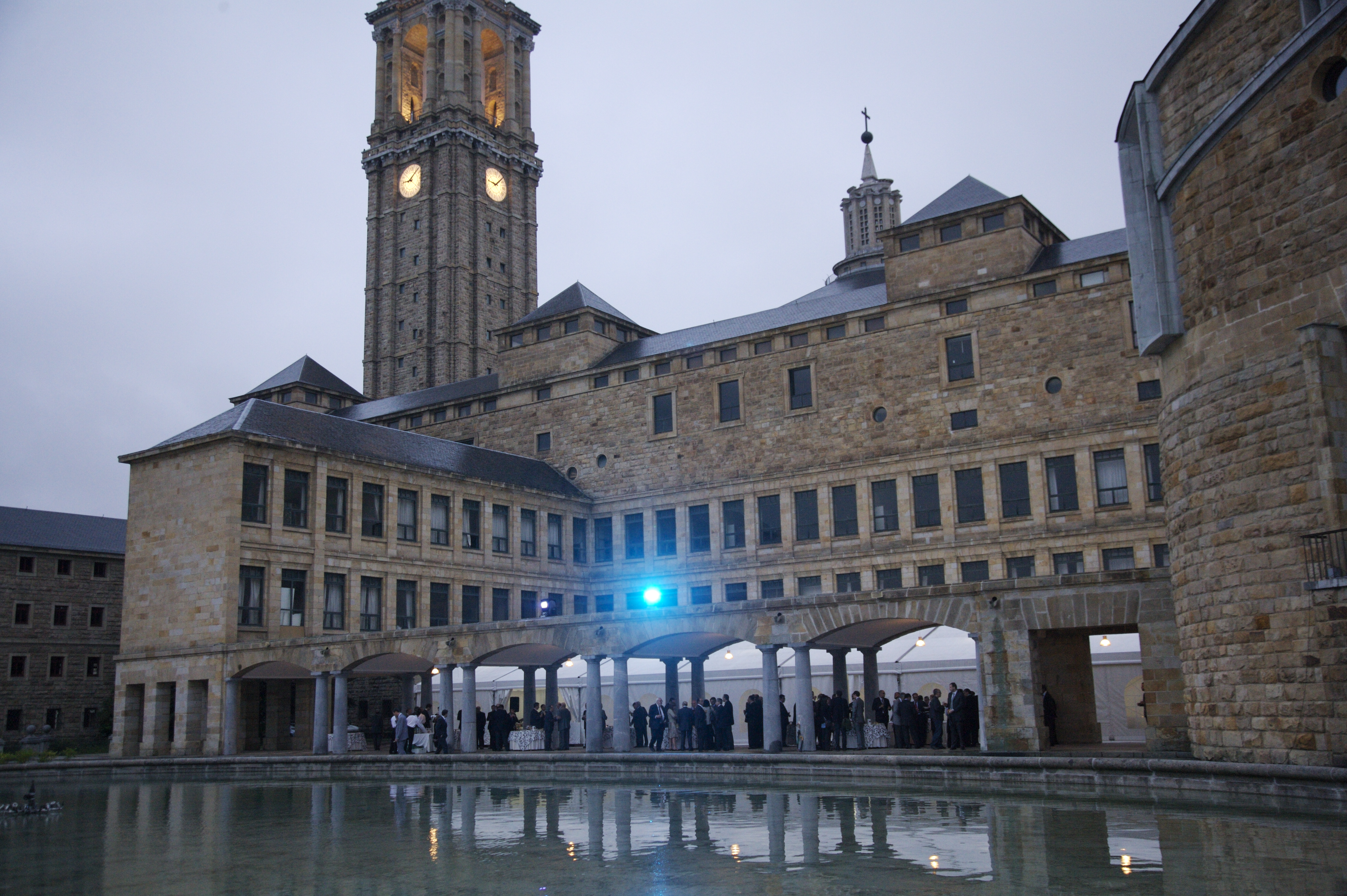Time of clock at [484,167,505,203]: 9:07
